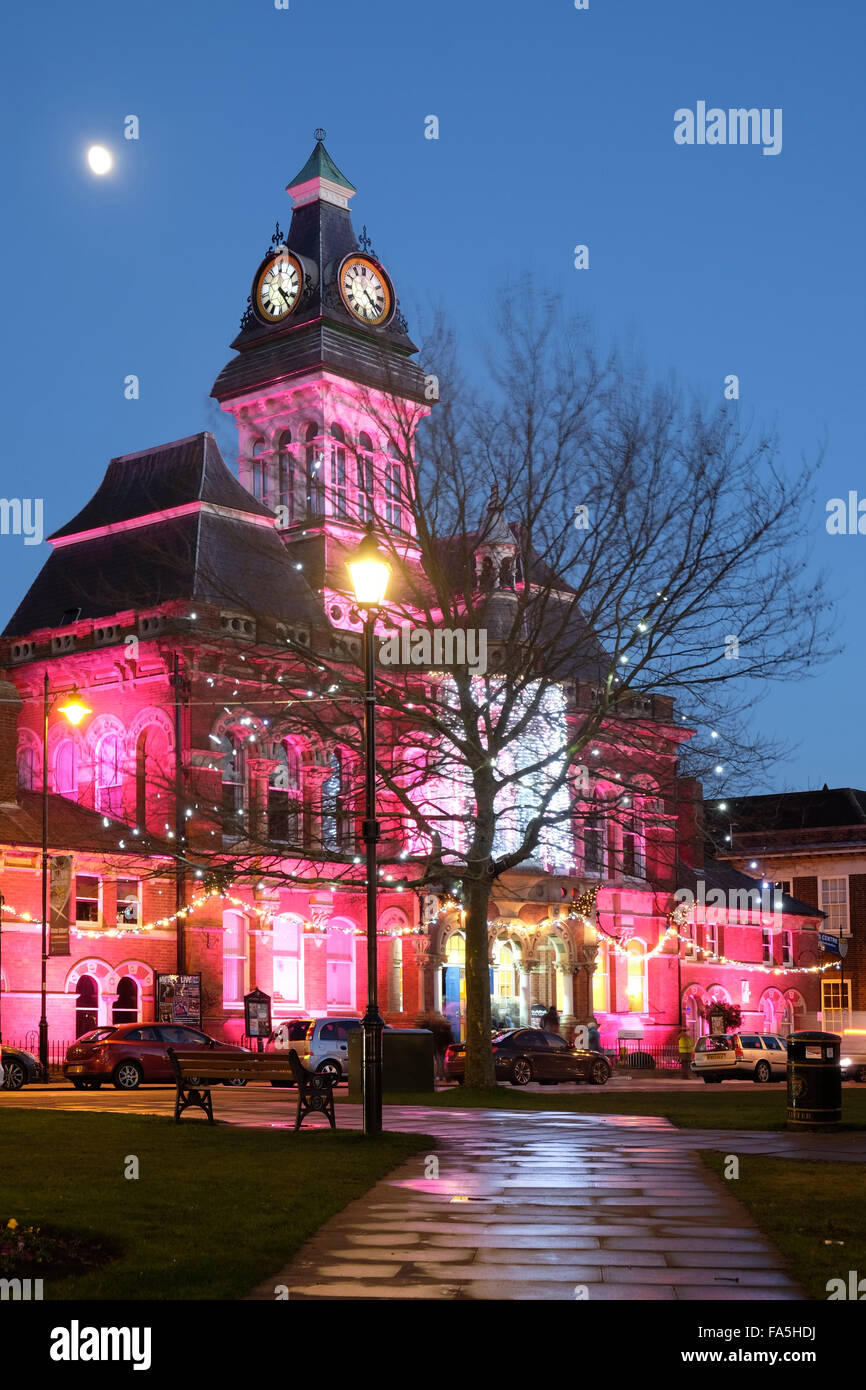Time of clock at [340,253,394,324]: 4:22
